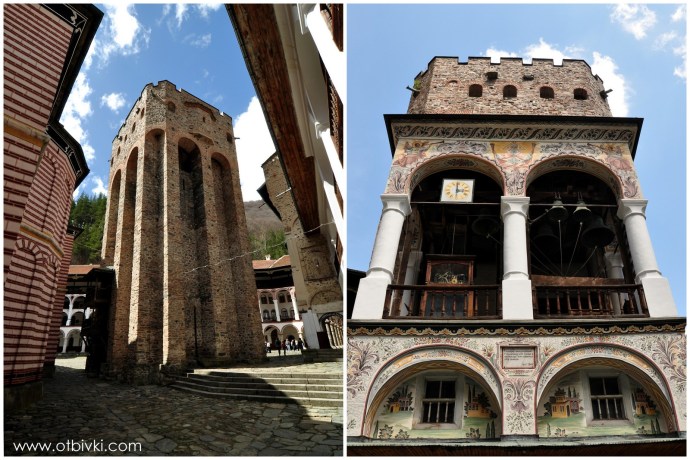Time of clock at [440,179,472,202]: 2:59
